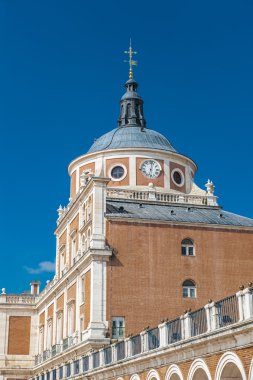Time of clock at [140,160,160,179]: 6:02
